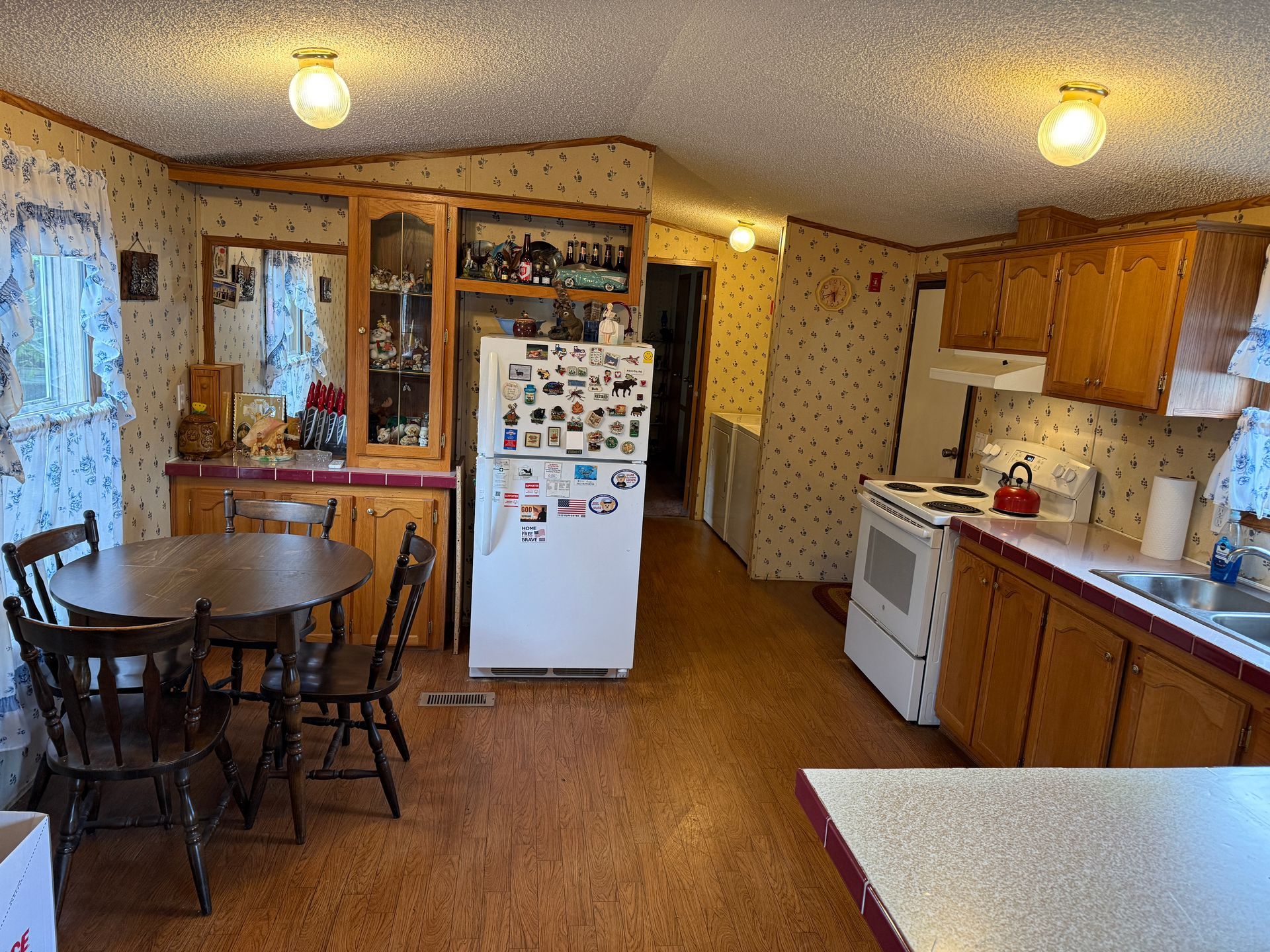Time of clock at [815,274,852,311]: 5:42
